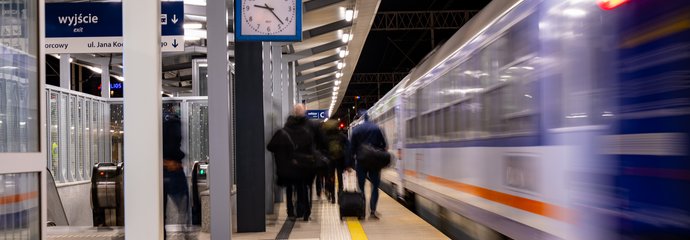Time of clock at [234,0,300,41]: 9:22
